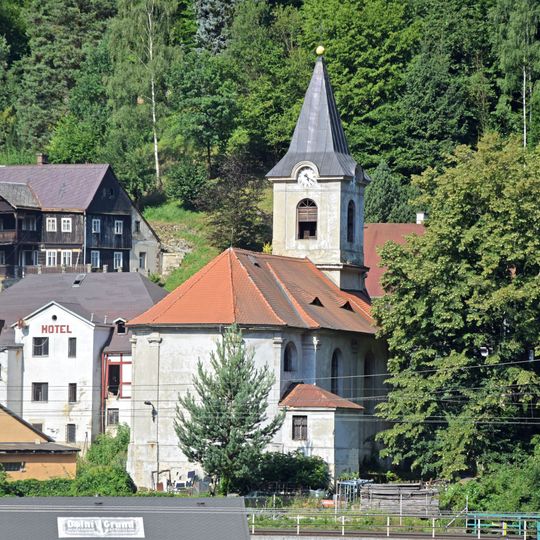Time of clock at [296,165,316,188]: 5:20
